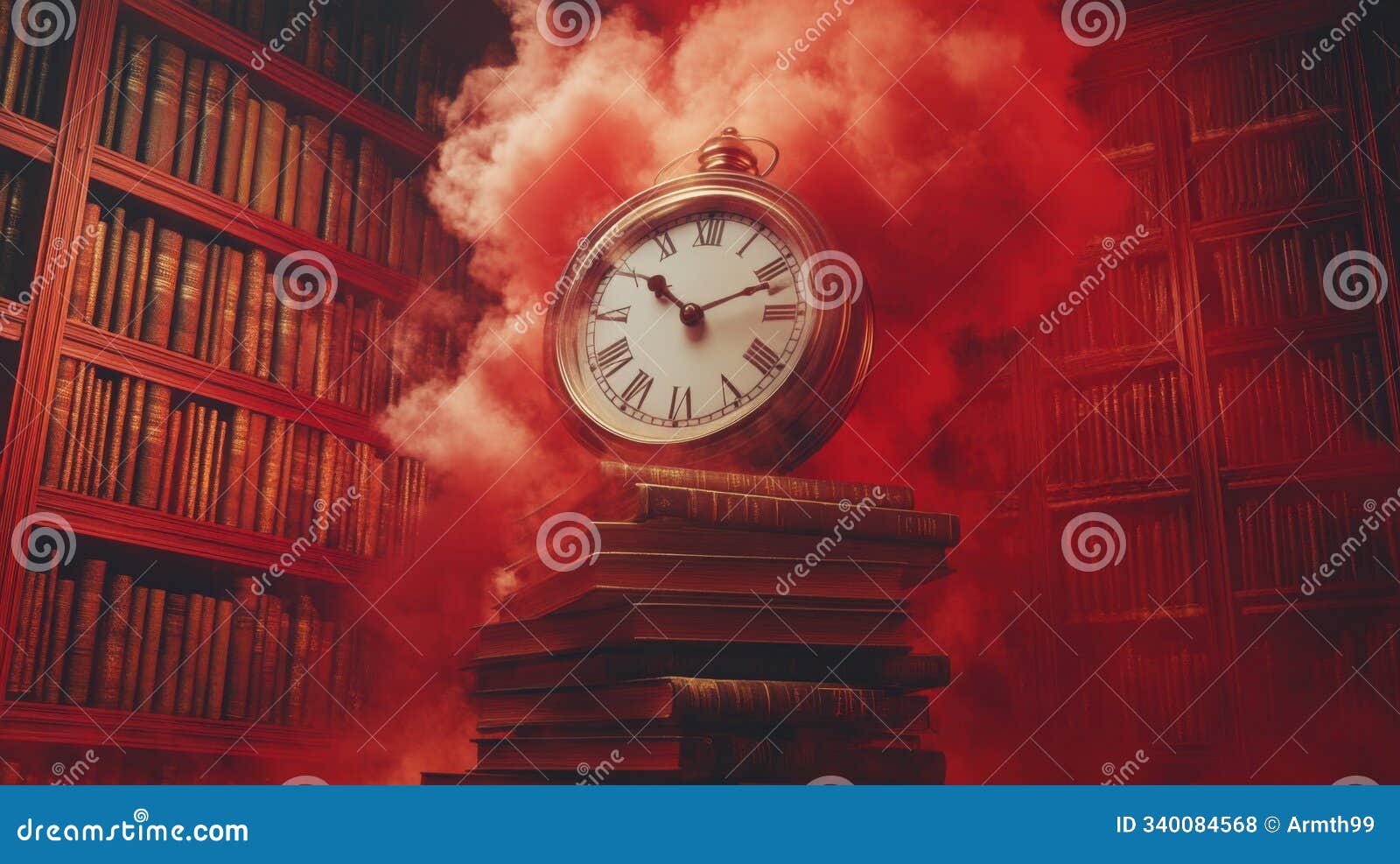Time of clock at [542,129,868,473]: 10:11
